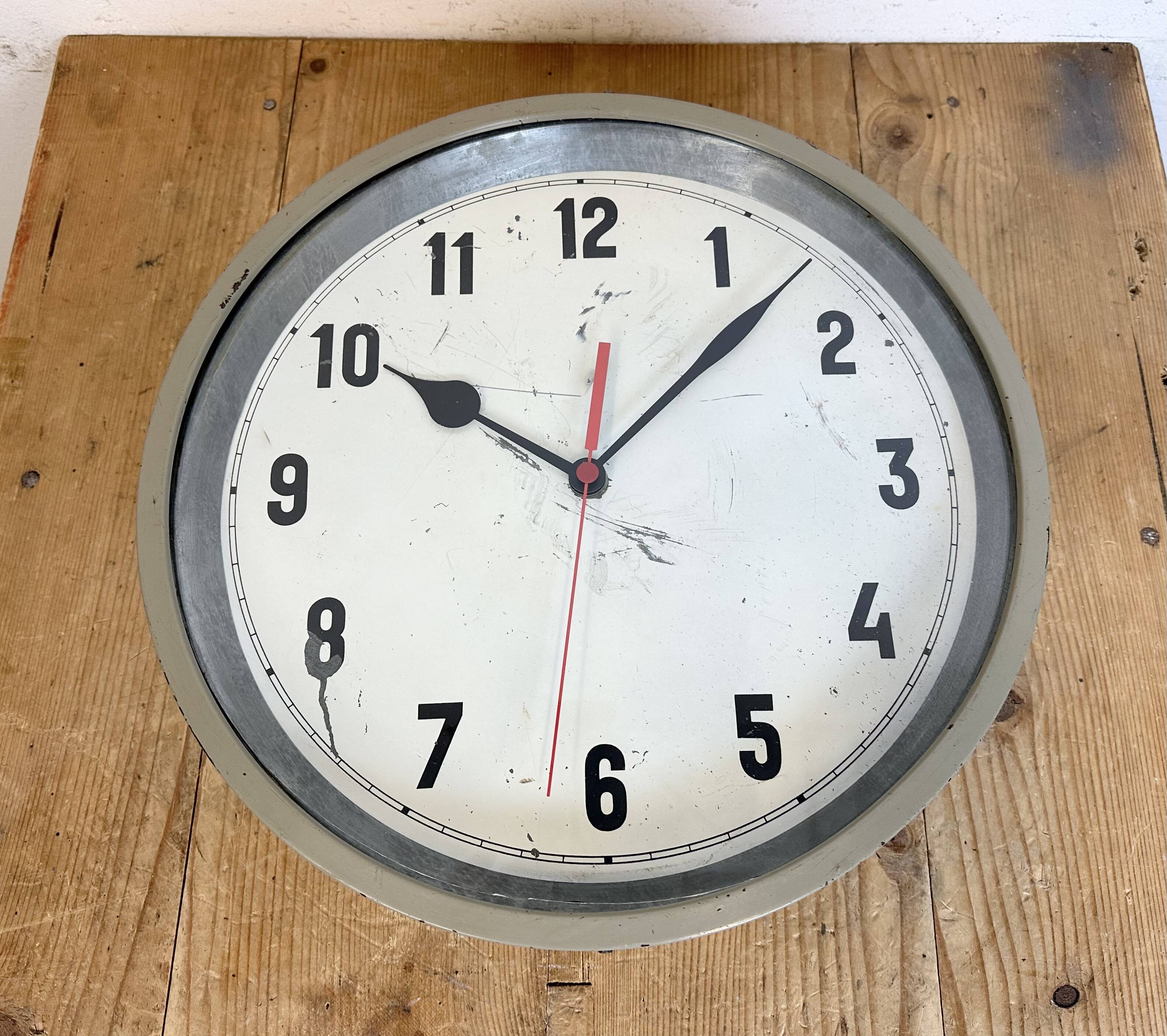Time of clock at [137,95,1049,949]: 10:07
